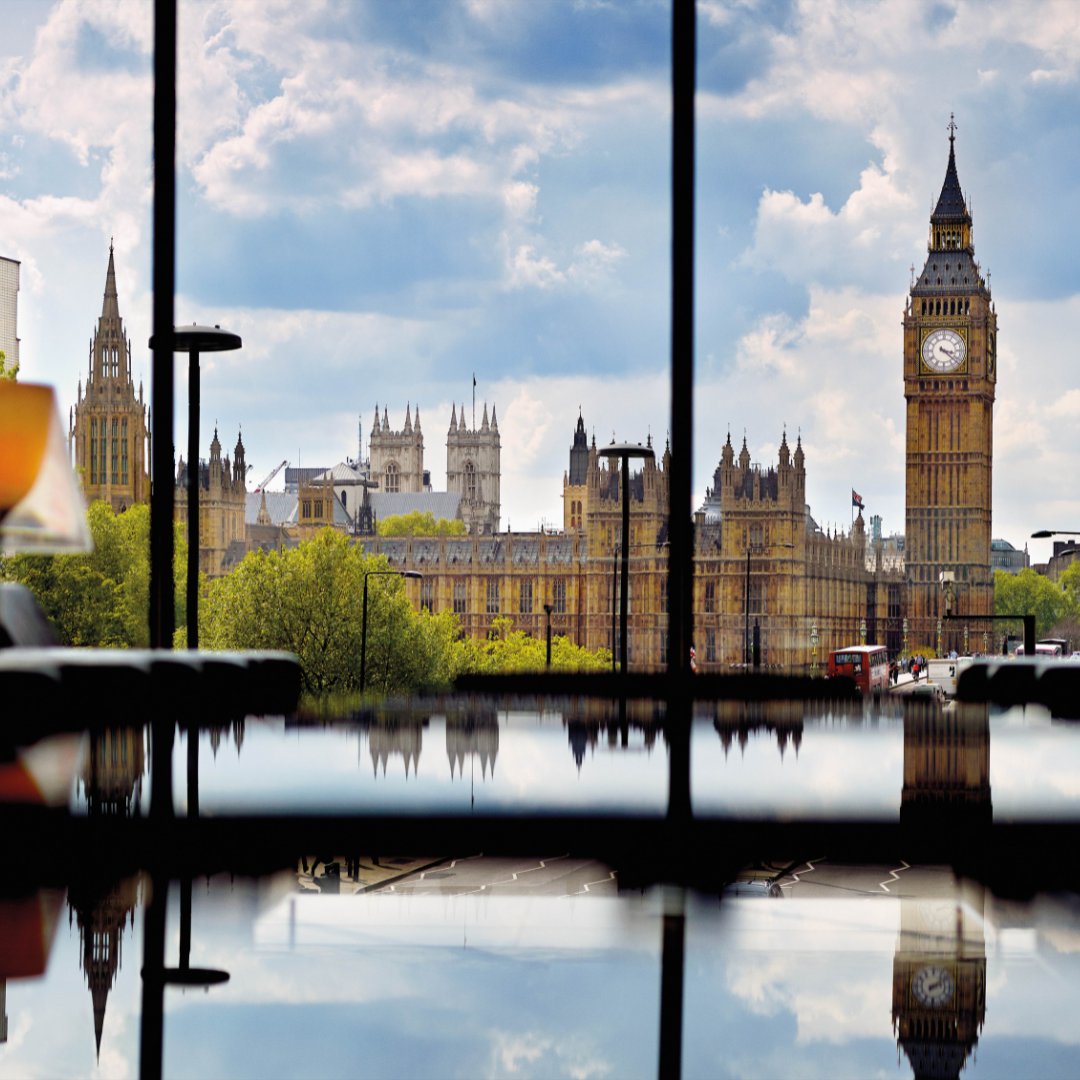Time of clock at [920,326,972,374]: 3:21
